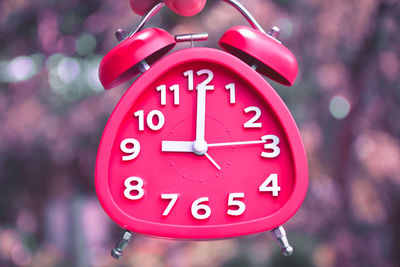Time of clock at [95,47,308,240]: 9:00
